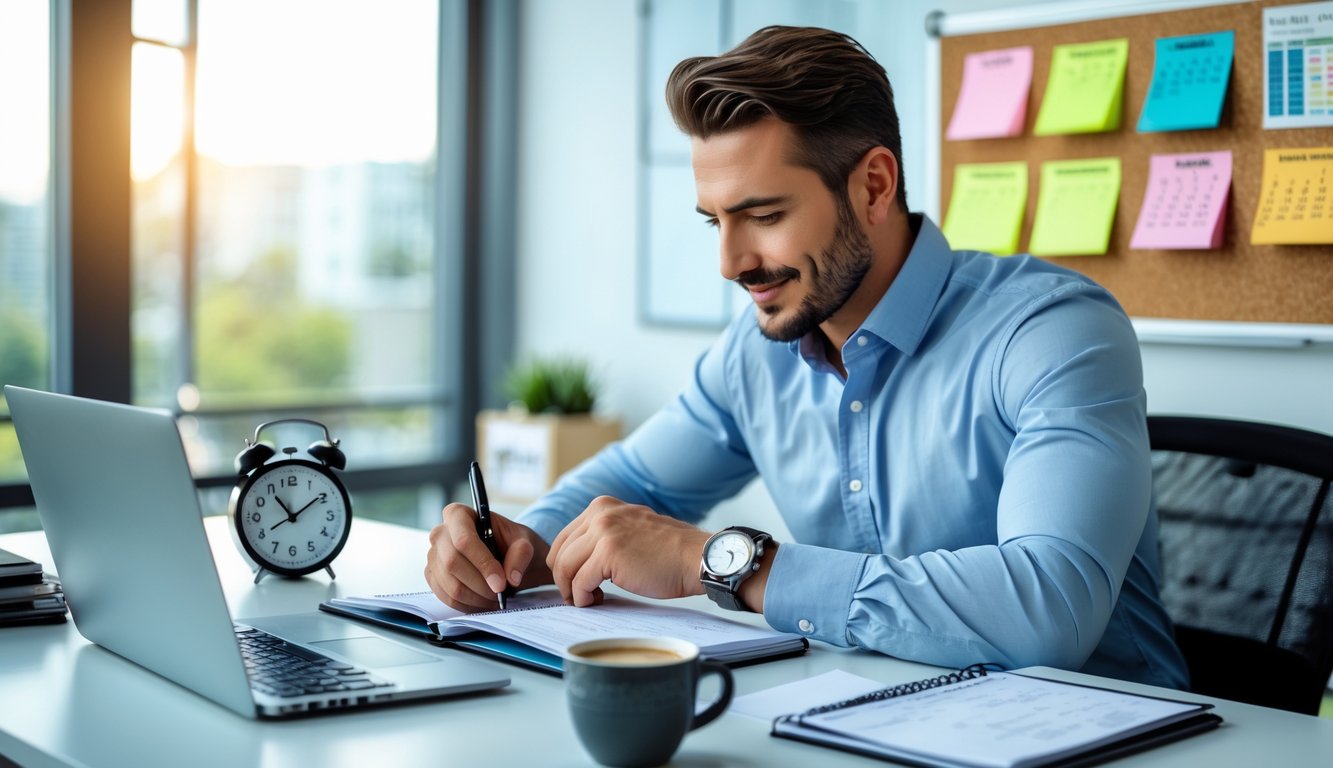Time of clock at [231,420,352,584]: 11:09
